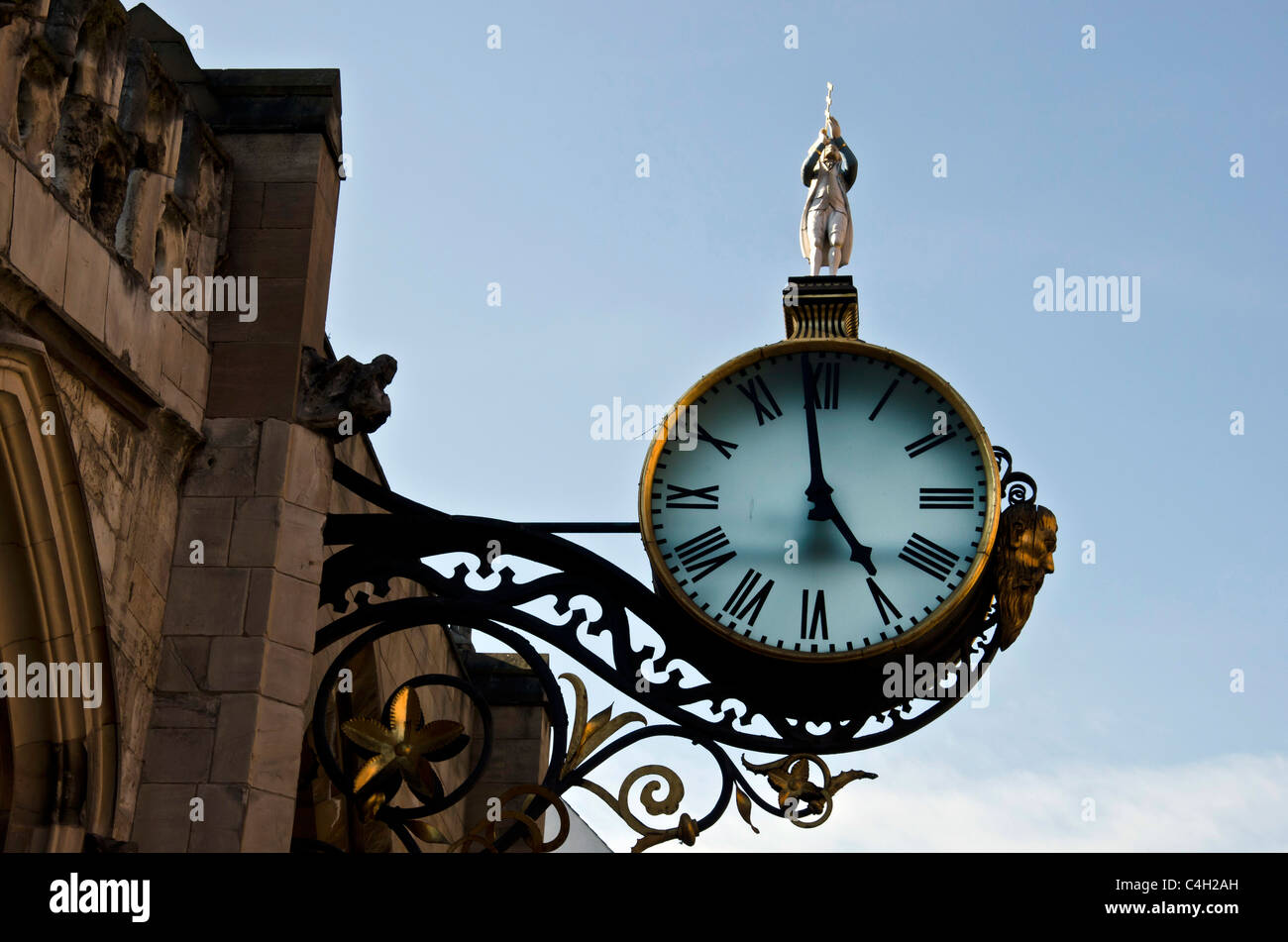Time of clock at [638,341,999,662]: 4:58
